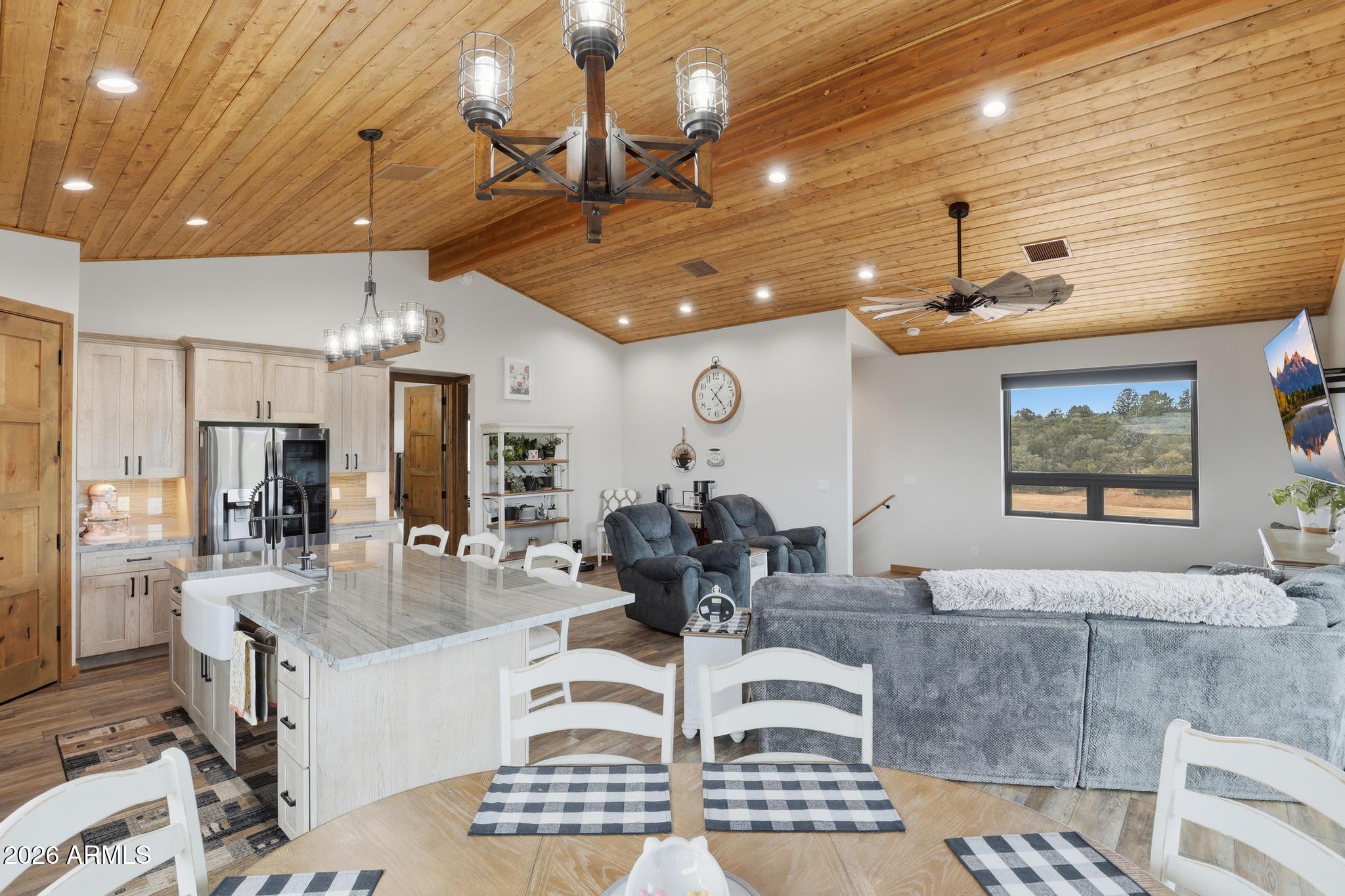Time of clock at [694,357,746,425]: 1:23
